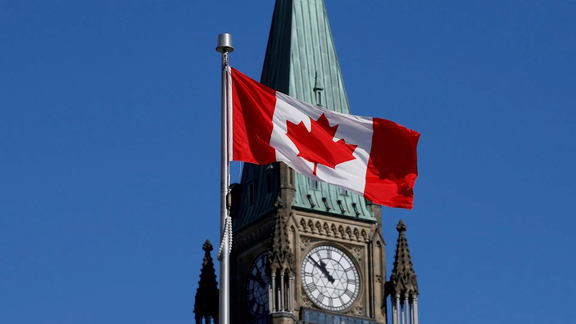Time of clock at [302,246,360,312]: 10:51
